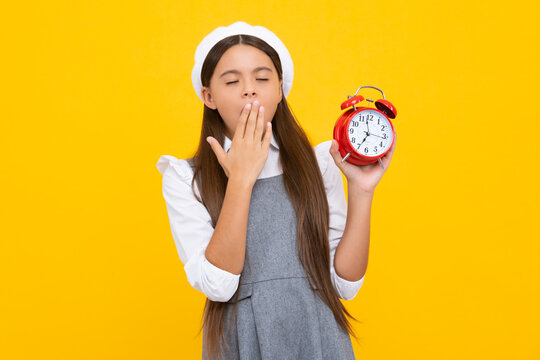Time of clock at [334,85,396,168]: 6:58
